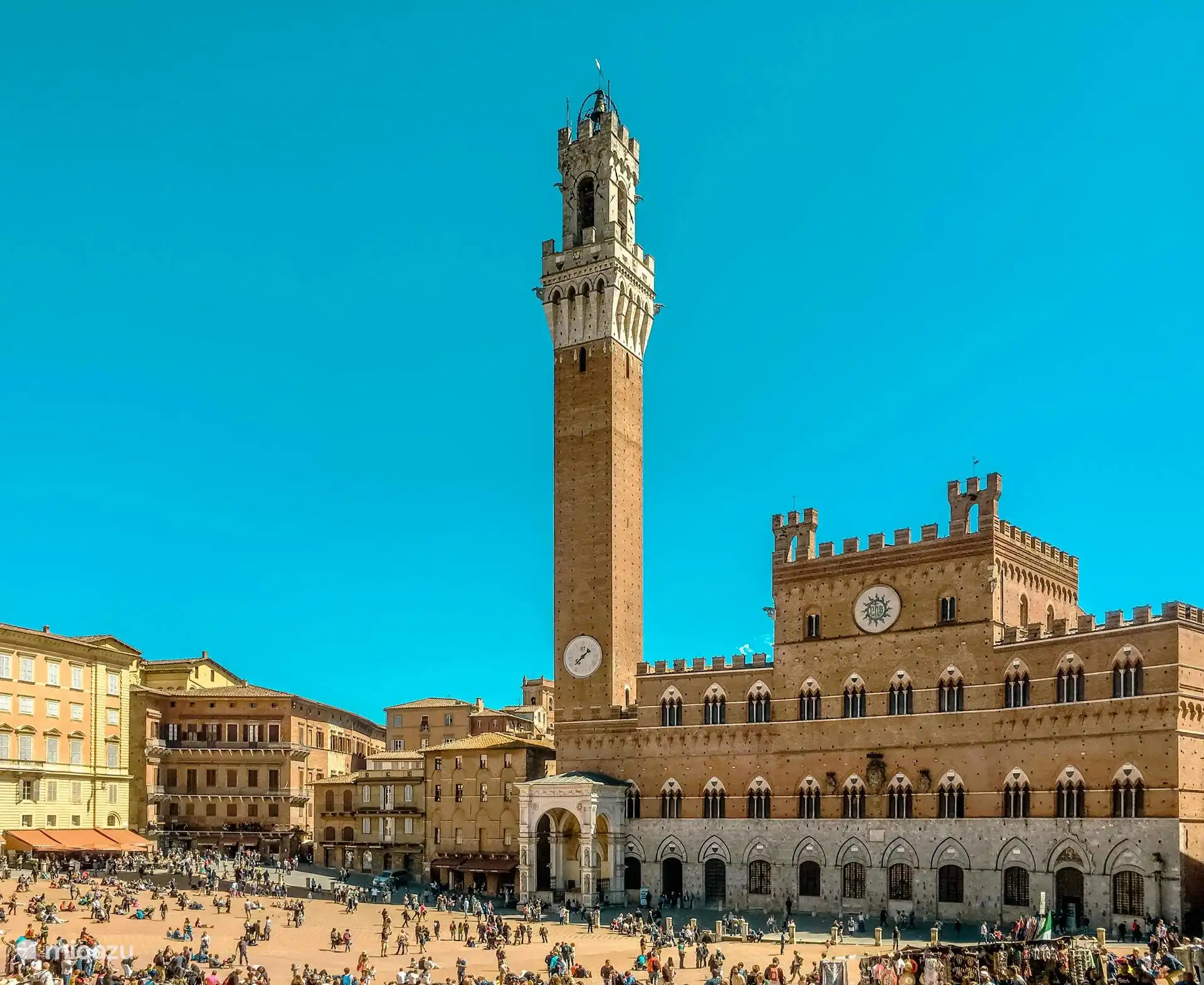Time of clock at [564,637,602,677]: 1:37
